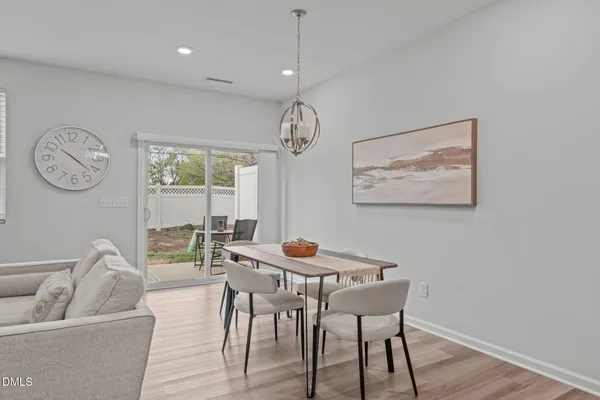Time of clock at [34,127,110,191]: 10:21
